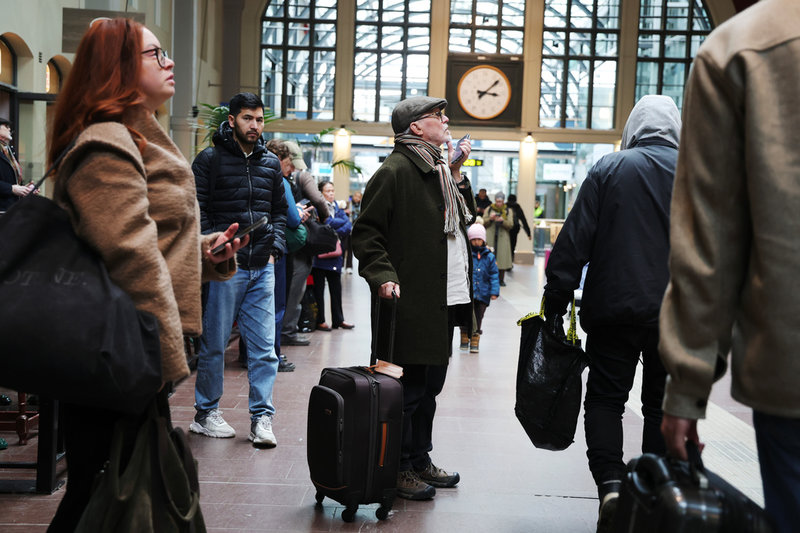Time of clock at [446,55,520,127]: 3:07
